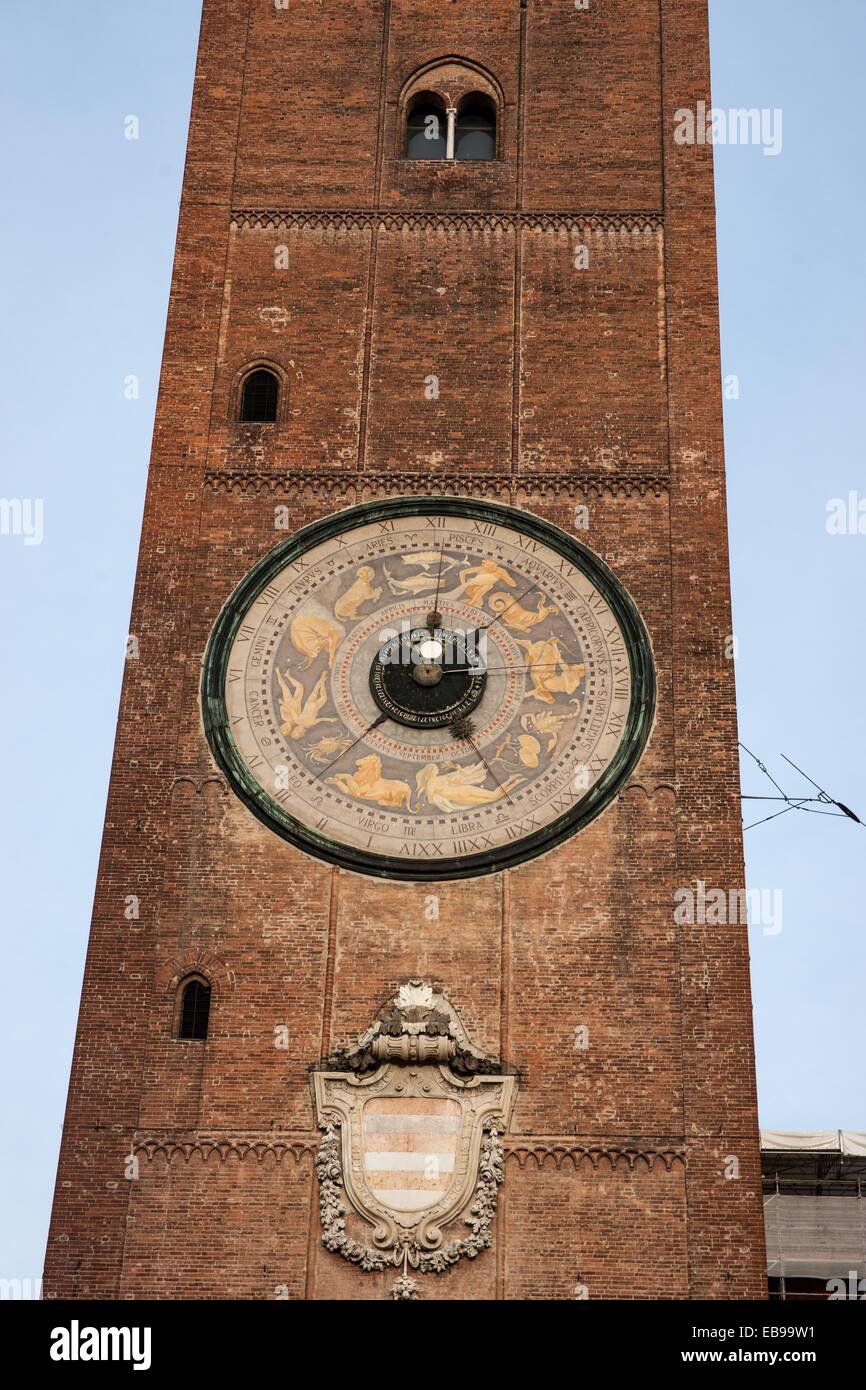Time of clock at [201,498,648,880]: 12:37
